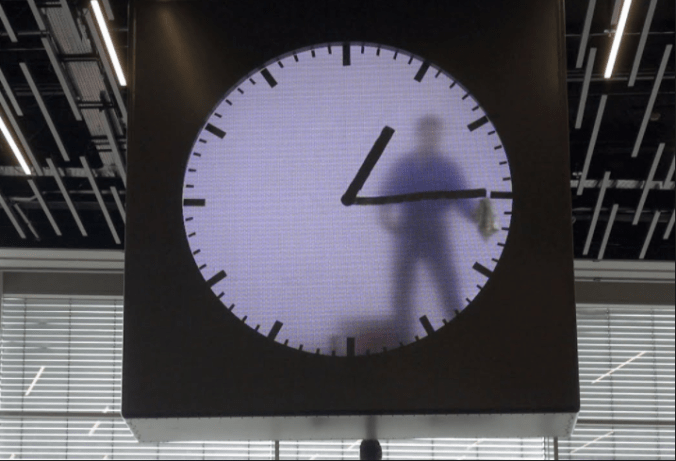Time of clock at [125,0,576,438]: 1:14
